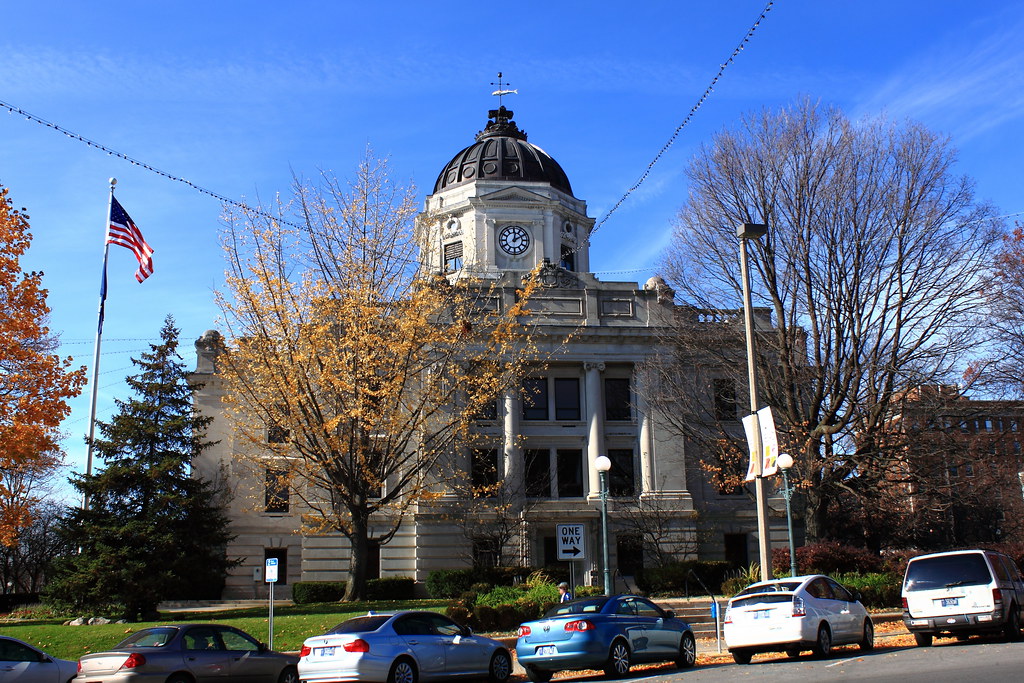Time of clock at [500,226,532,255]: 12:10
